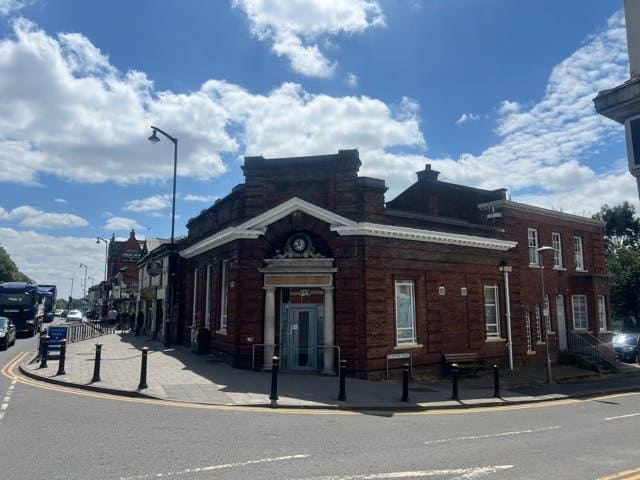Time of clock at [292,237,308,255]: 11:42
